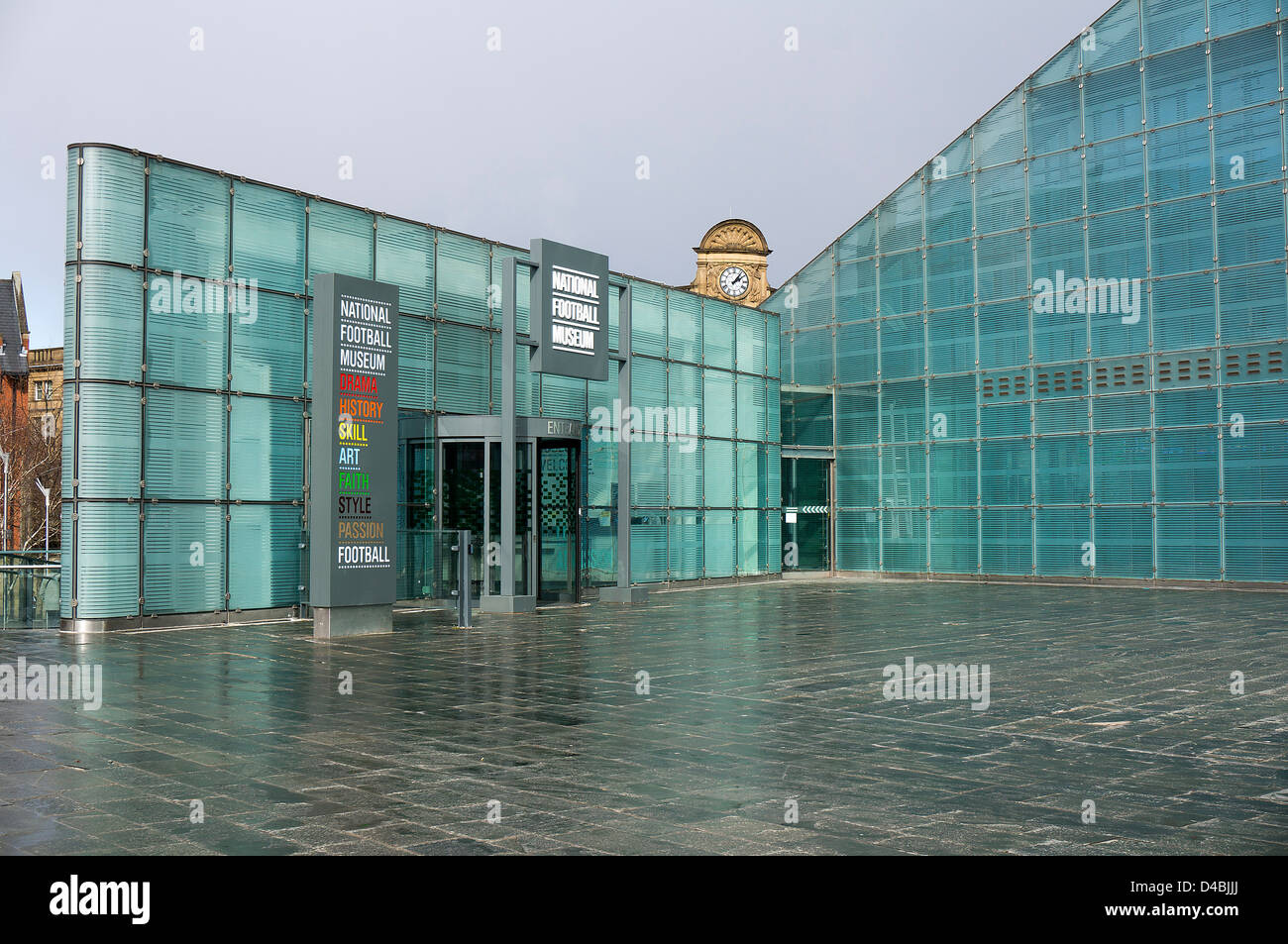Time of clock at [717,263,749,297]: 2:06
